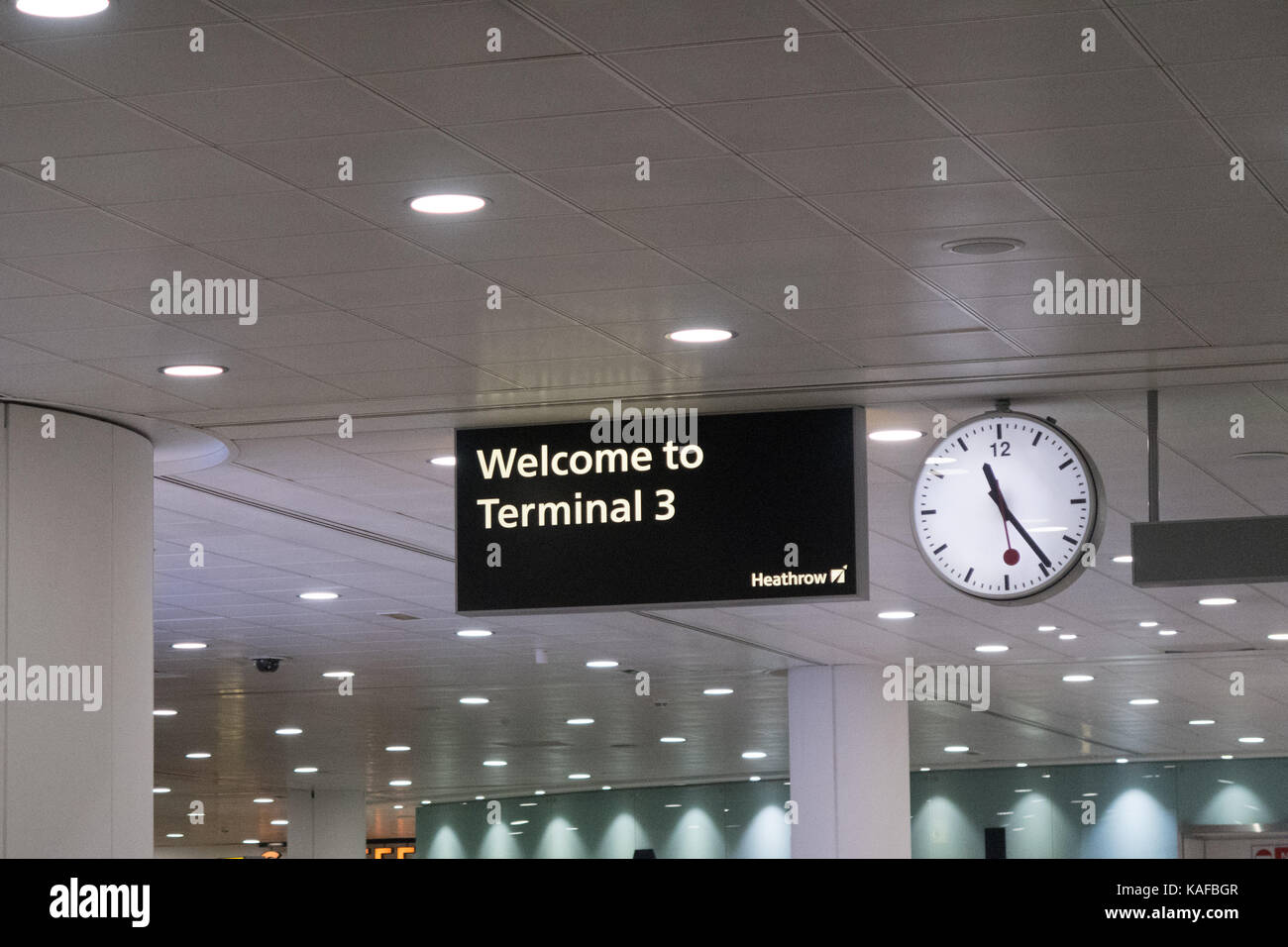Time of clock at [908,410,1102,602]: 11:24
